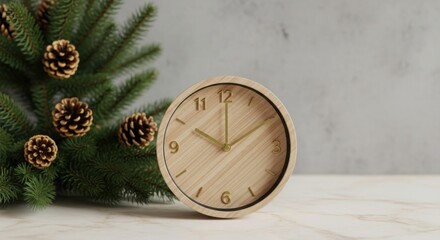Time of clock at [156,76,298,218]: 10:00
